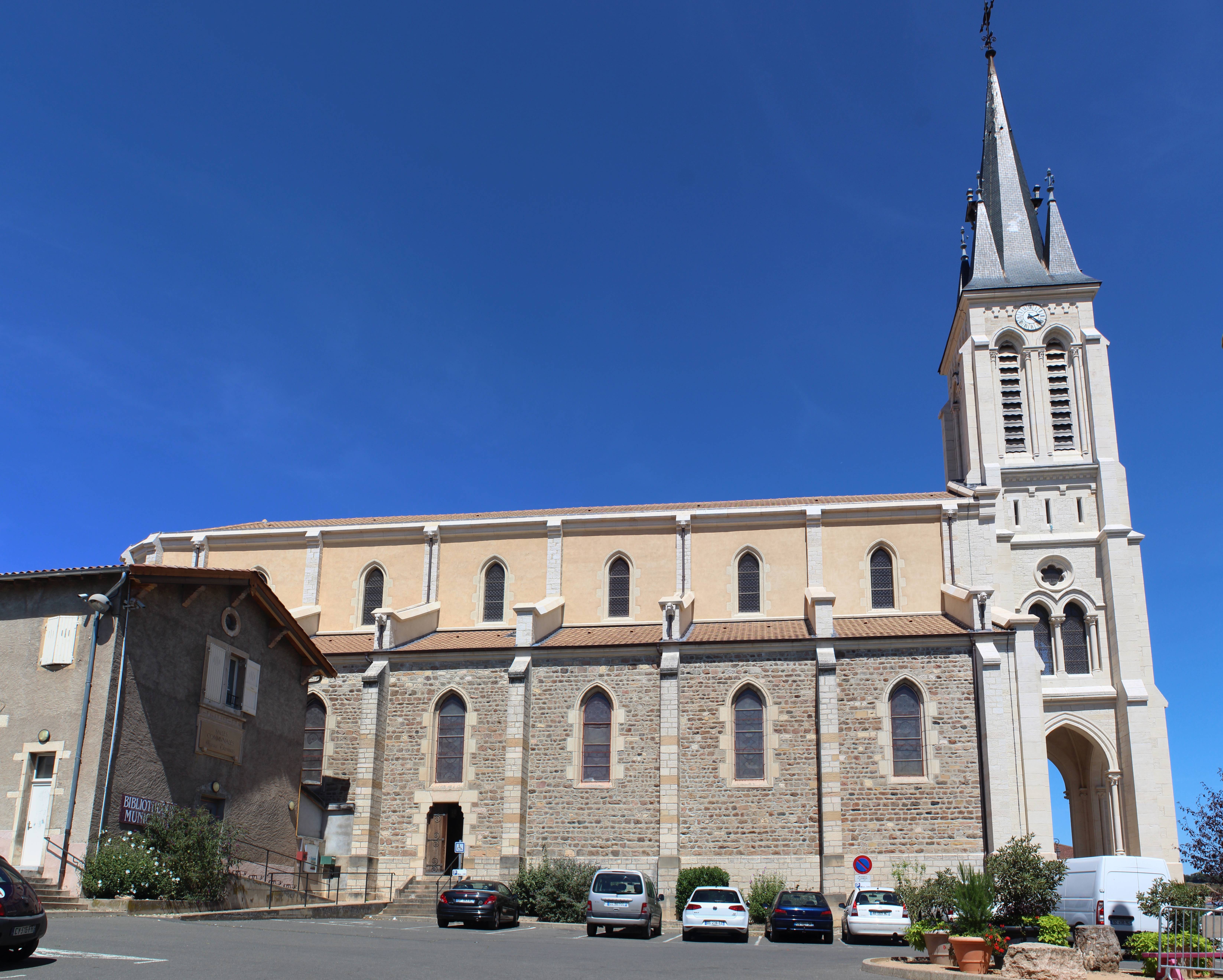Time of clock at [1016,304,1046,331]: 2:21
